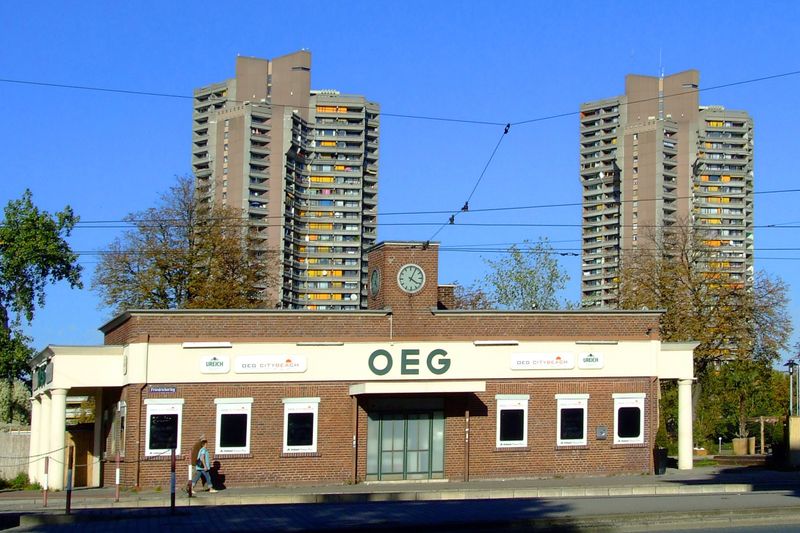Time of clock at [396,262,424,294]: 4:05
